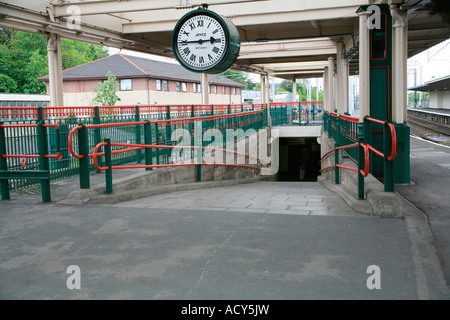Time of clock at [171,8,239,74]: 2:45
